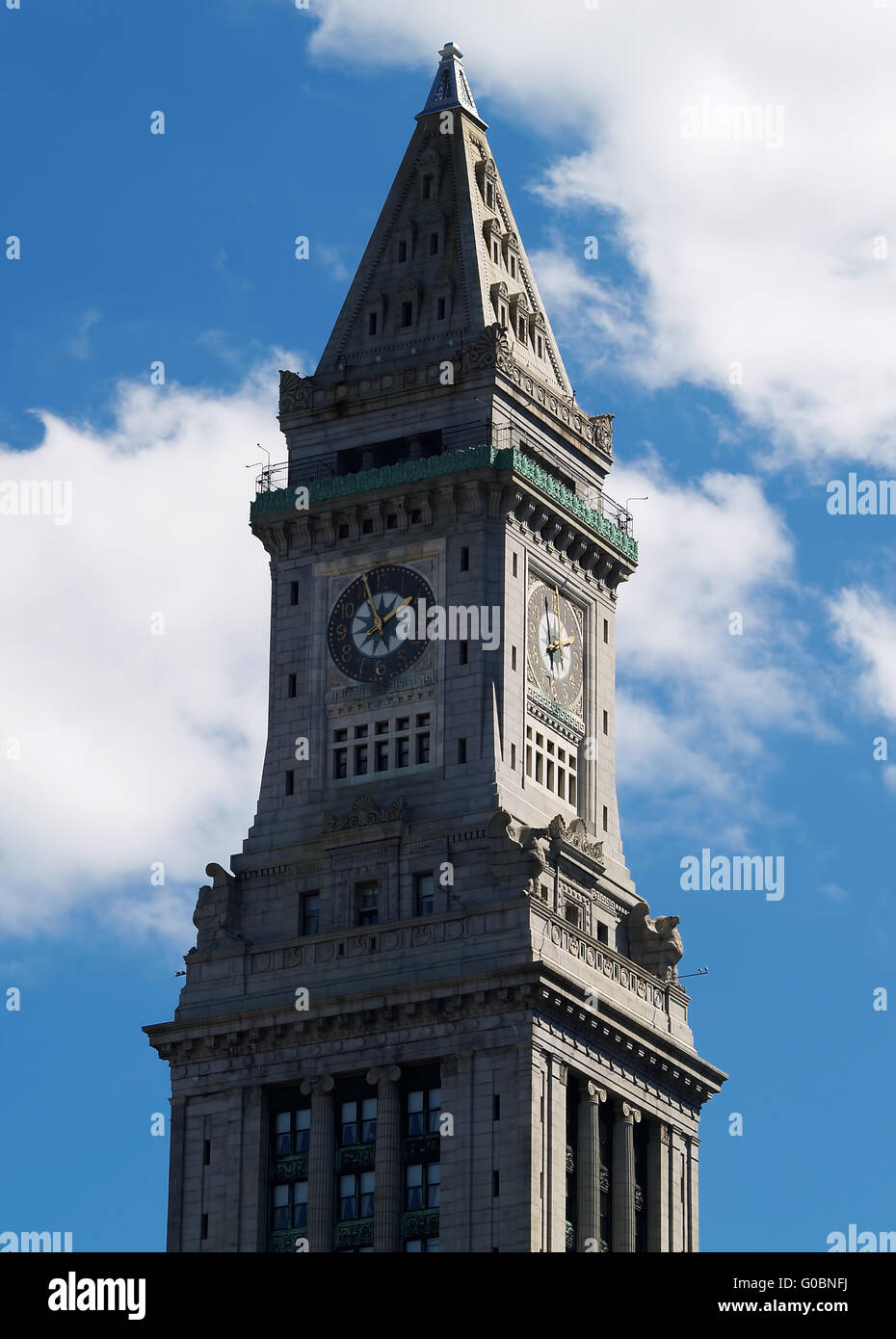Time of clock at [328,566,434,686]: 1:56
